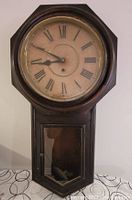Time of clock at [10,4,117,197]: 8:49
